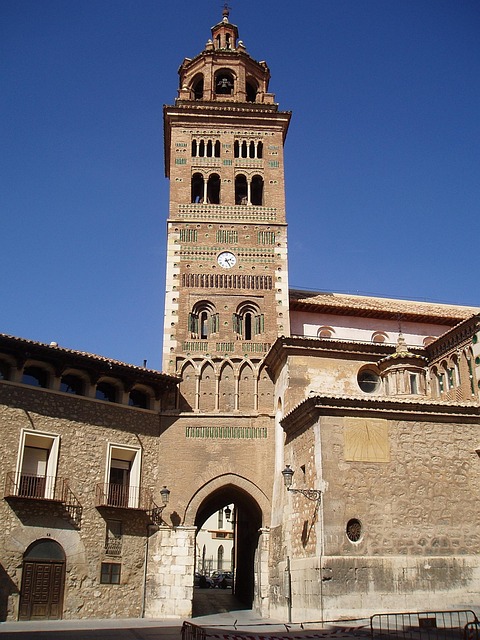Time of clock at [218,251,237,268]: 2:24
